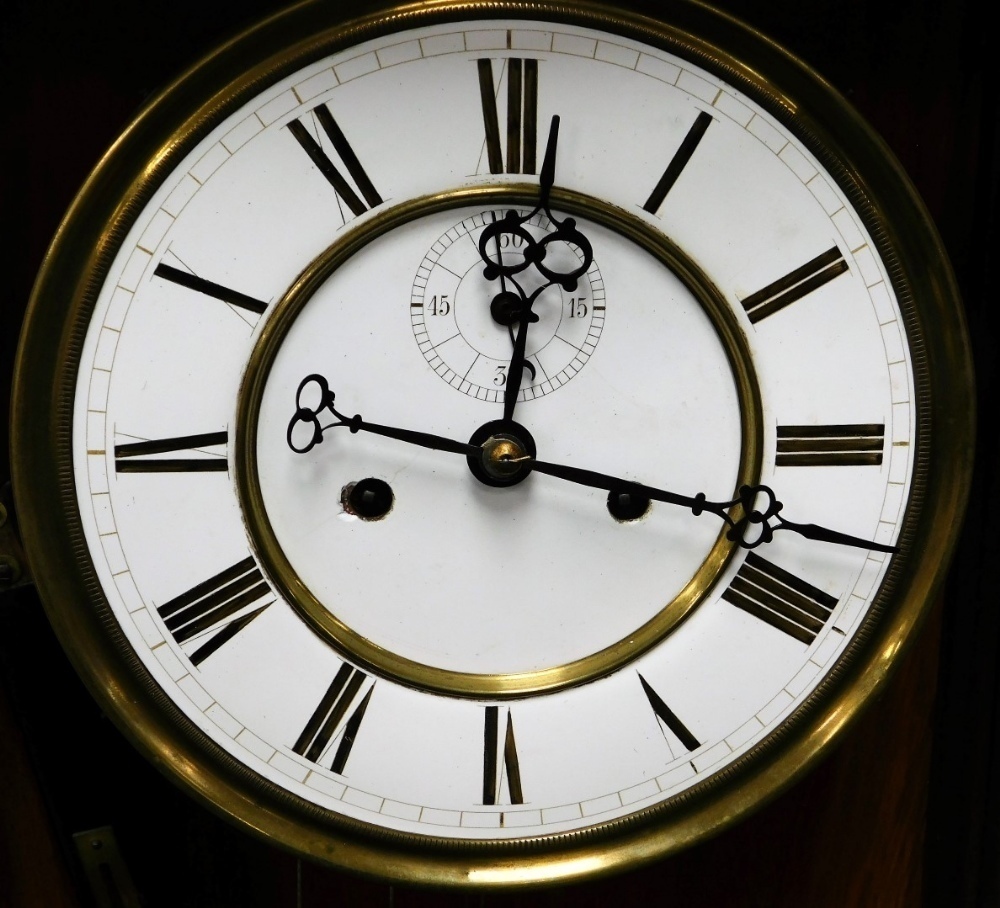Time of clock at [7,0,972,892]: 12:17
